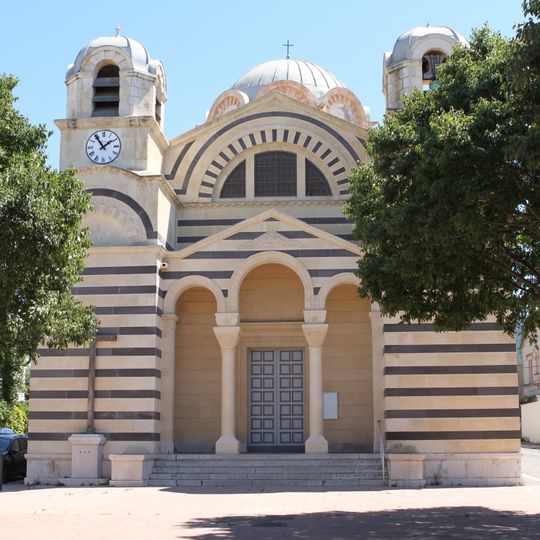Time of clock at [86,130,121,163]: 1:54
